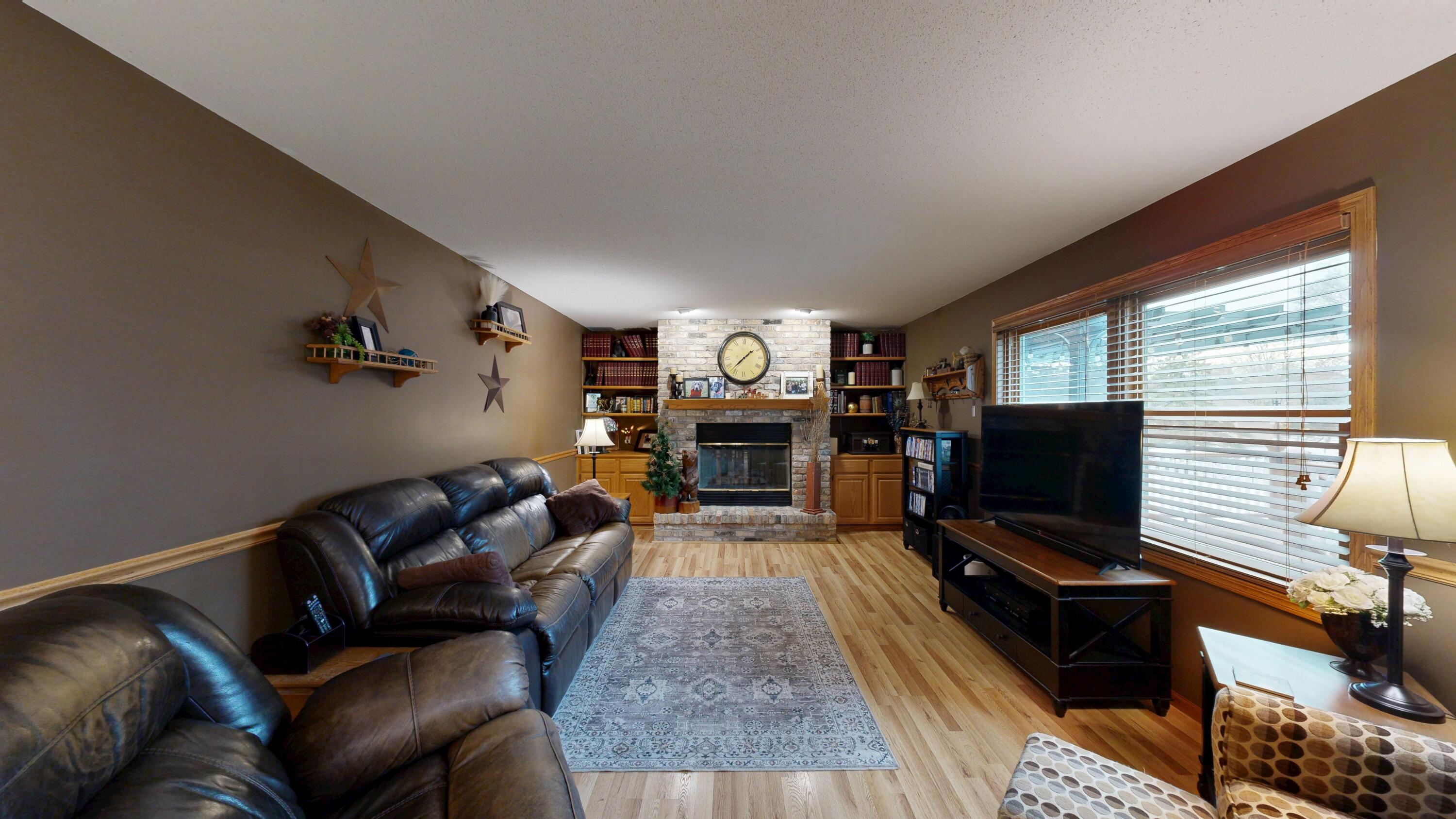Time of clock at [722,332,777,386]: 1:37
